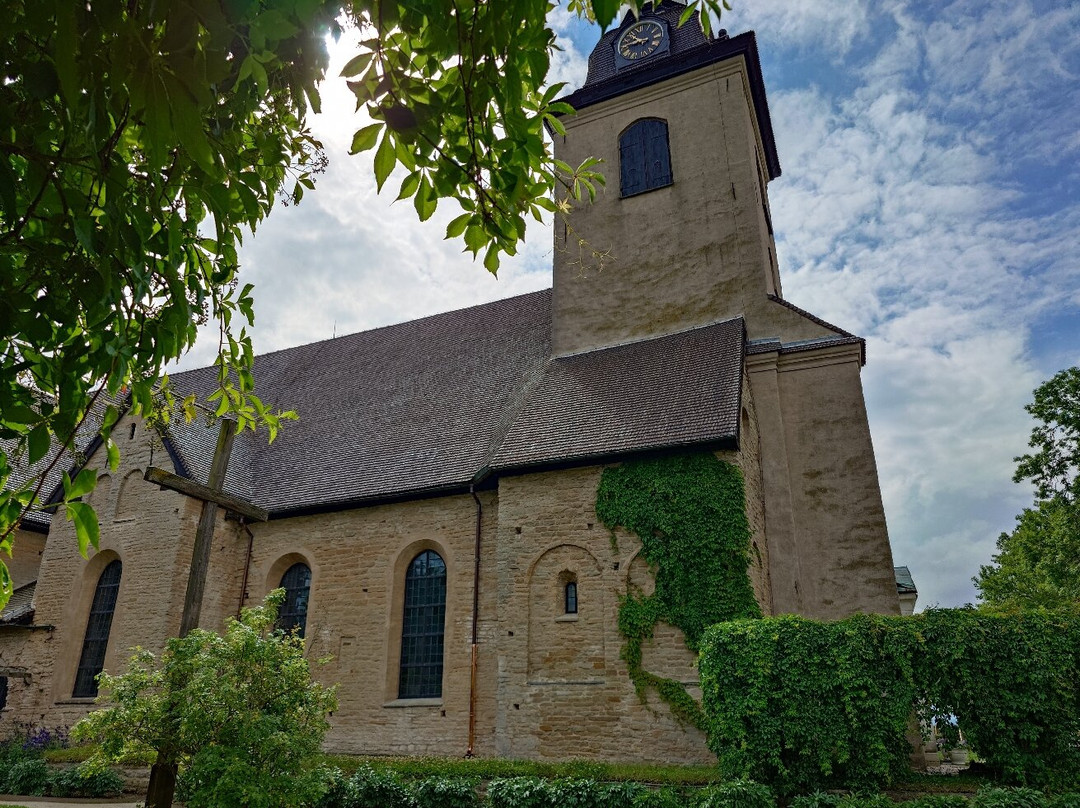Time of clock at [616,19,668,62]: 9:42
